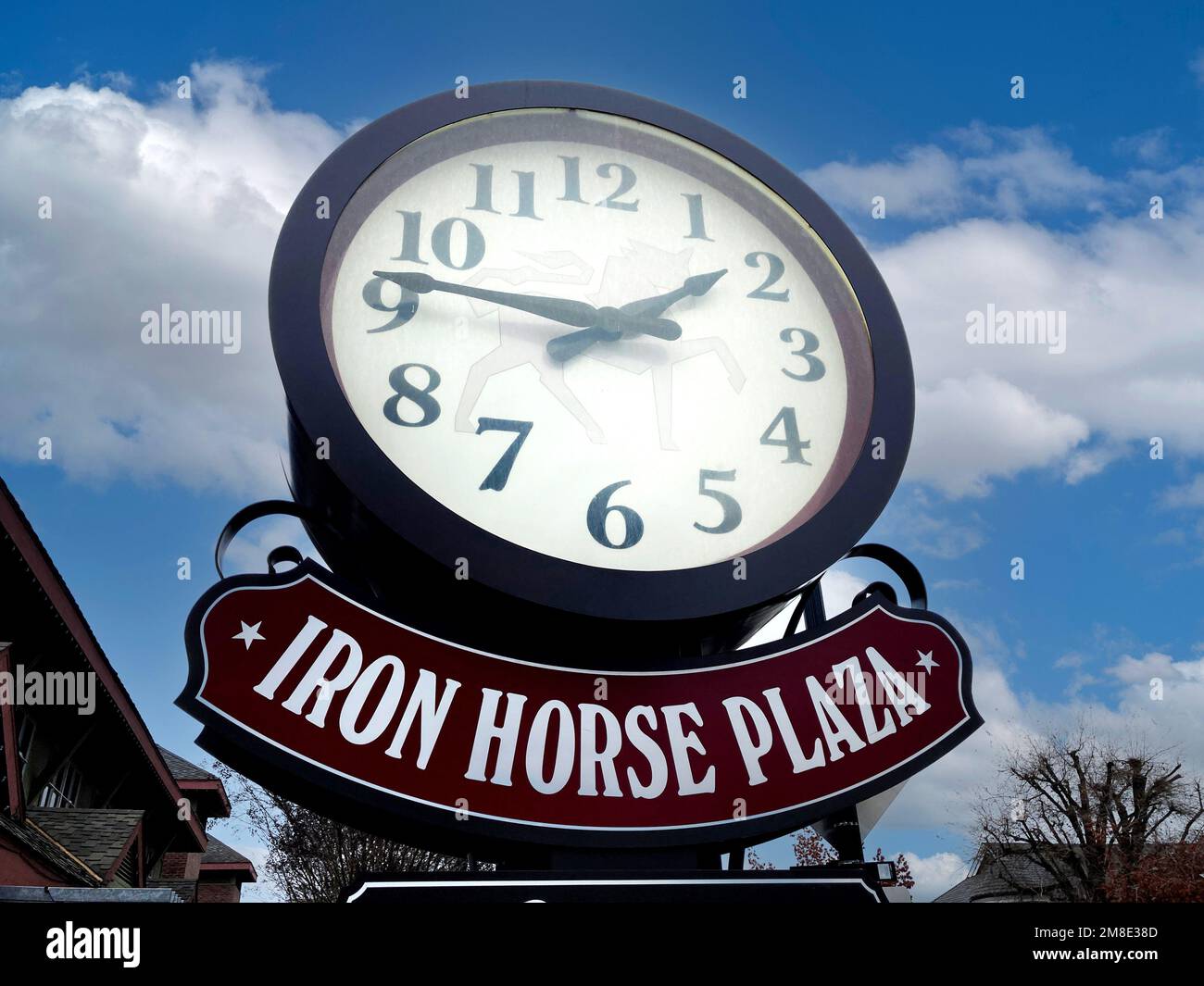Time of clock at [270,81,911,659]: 1:46
